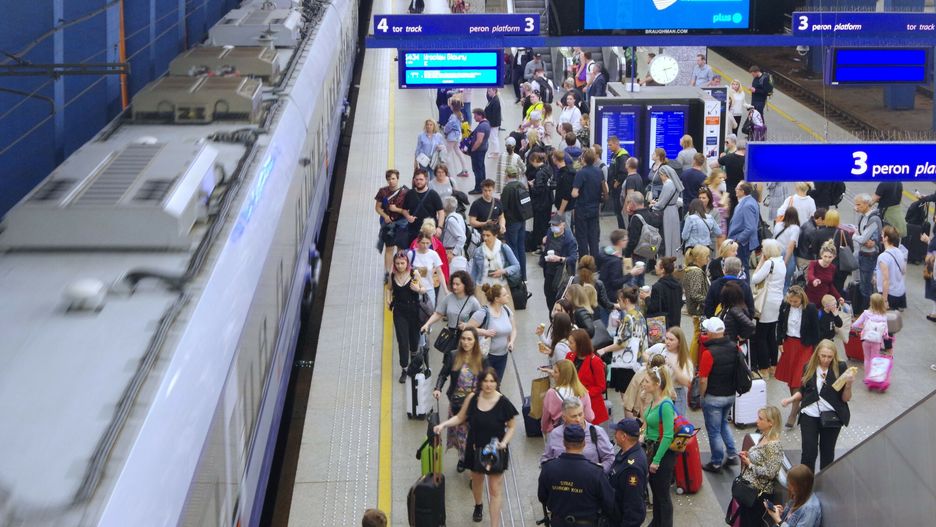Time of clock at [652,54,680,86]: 2:27
